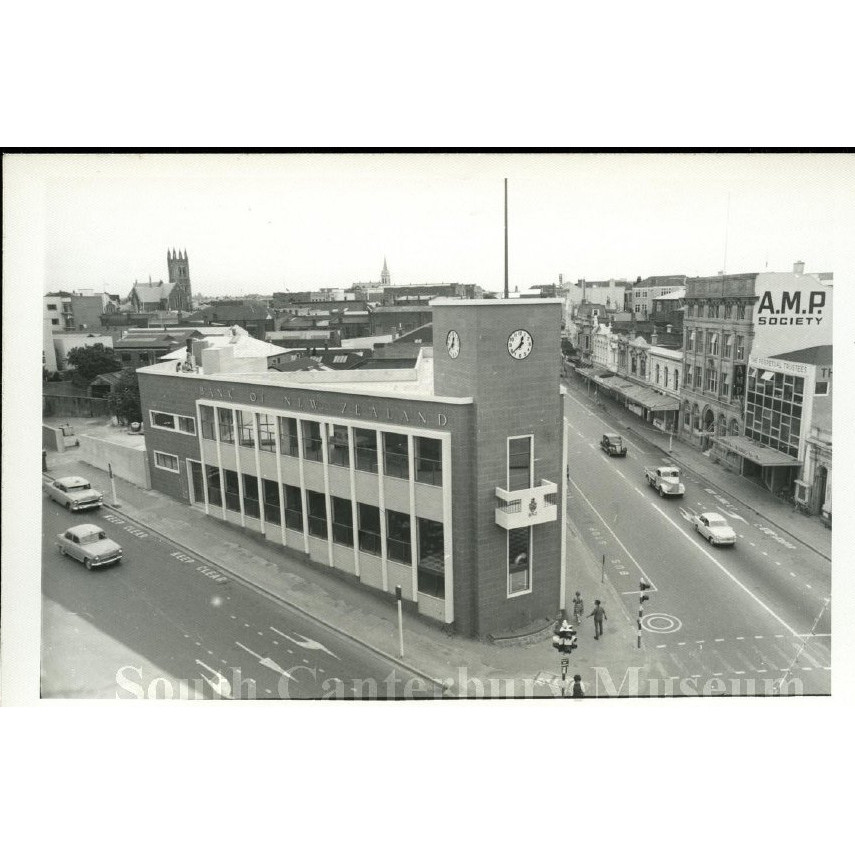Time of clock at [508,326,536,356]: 12:38
